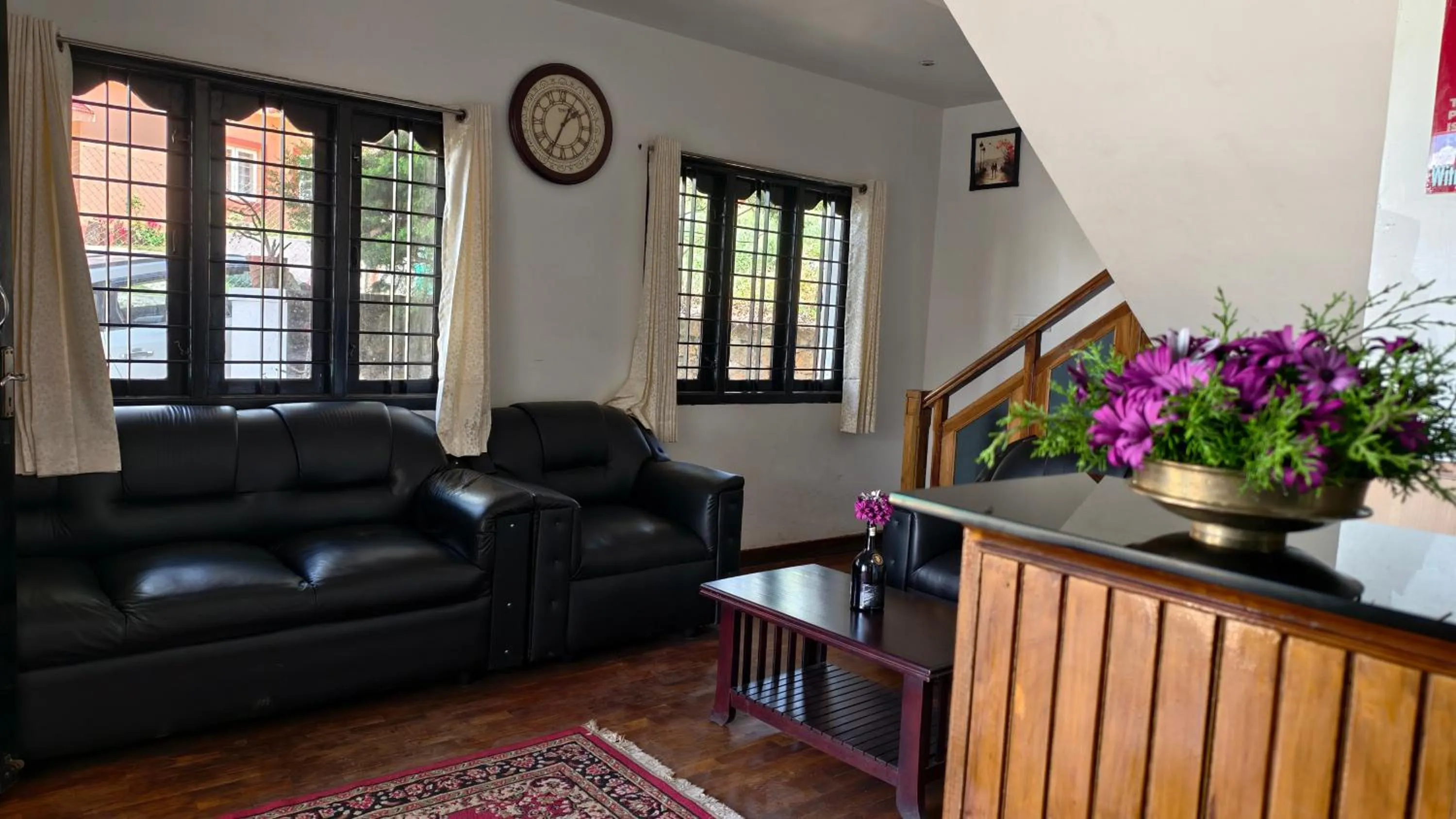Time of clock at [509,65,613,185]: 1:34
